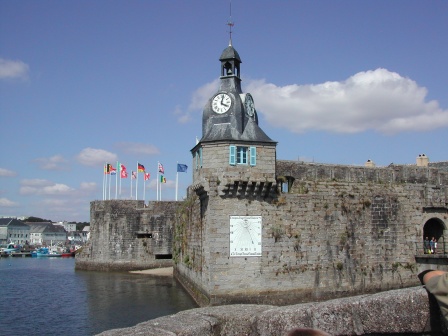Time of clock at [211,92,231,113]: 4:02
